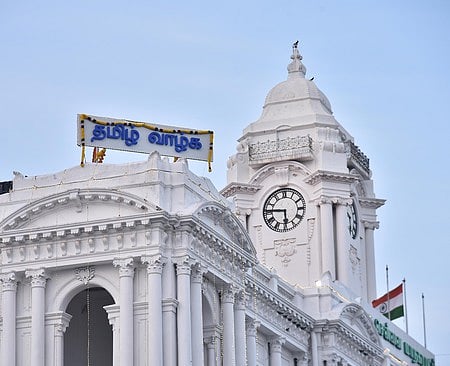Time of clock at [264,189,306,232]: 5:45
